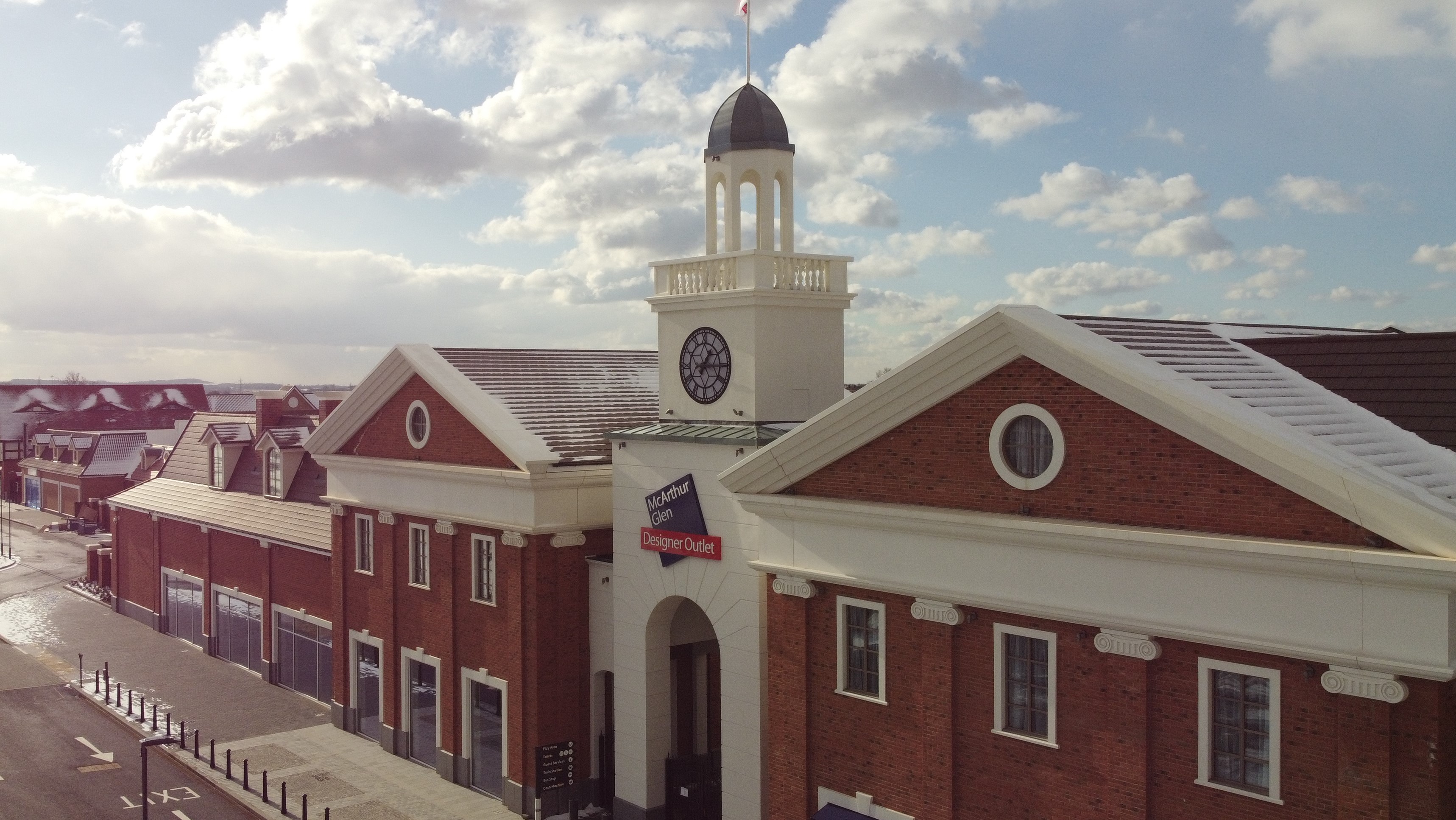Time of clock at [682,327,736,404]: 1:14
